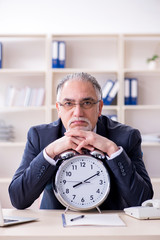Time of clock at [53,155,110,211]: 8:10
